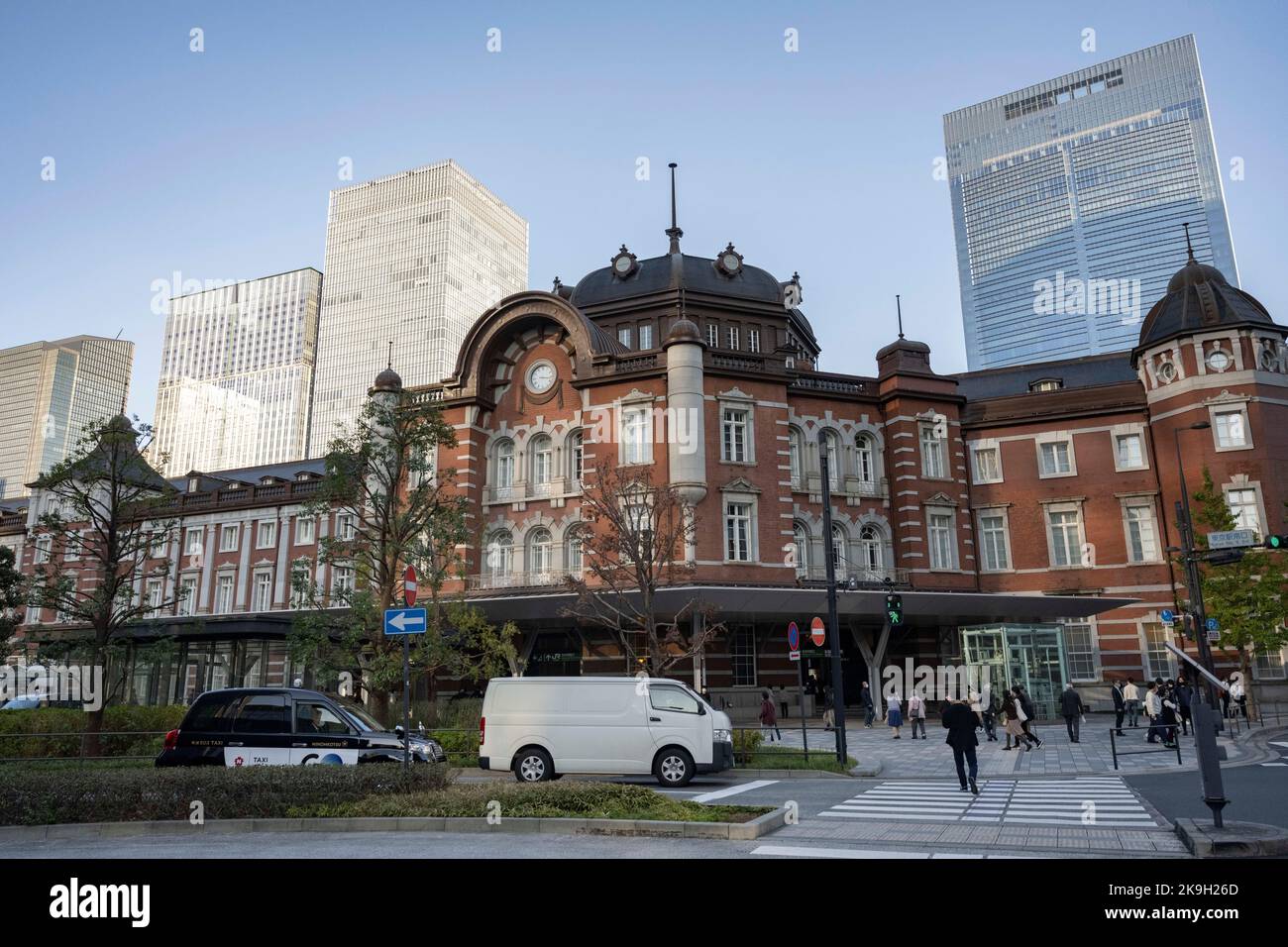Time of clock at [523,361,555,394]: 3:16
